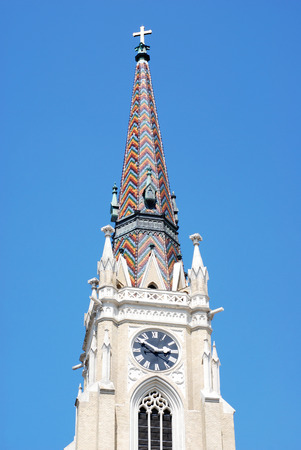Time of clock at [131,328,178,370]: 2:50
